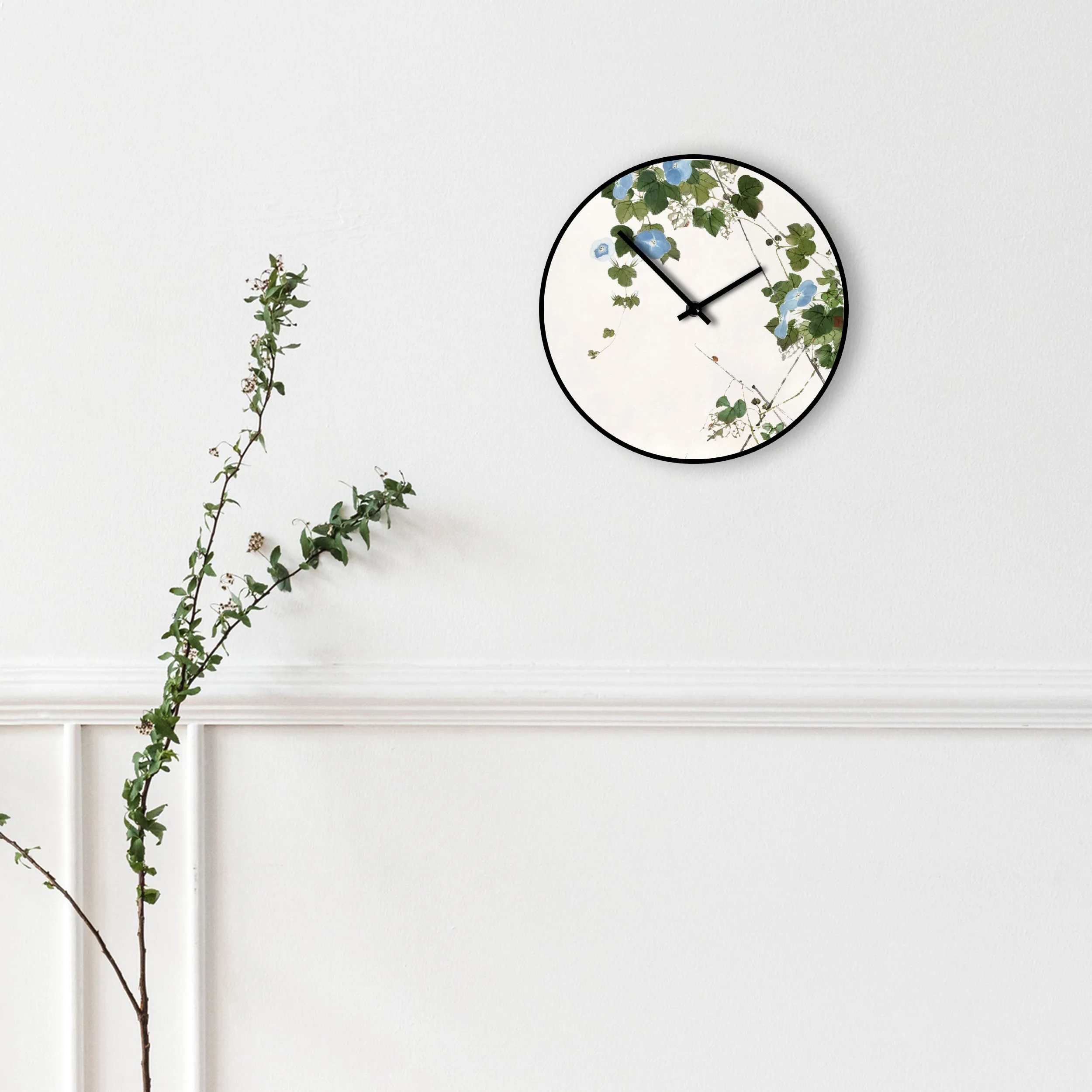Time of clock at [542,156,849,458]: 1:52
